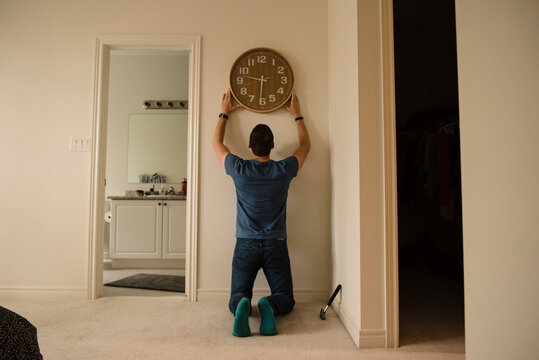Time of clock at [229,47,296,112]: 9:30
